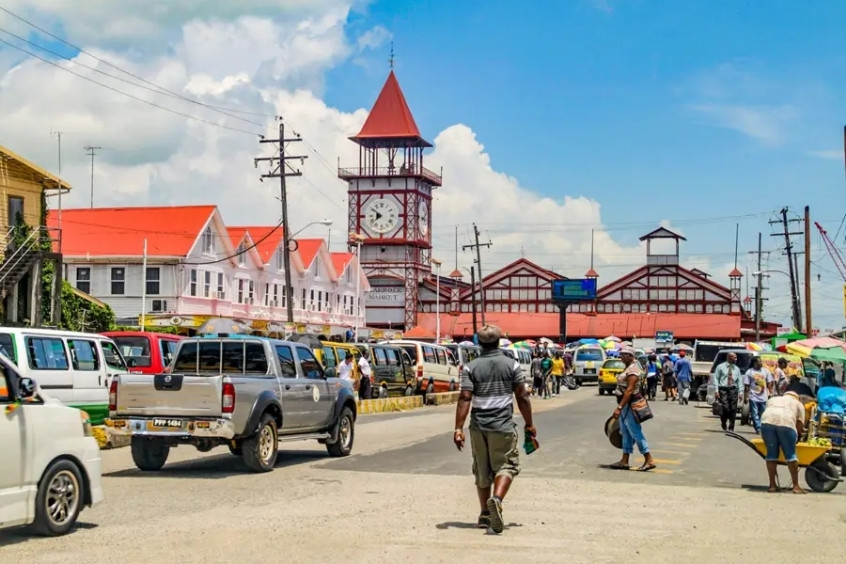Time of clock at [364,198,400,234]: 7:50
